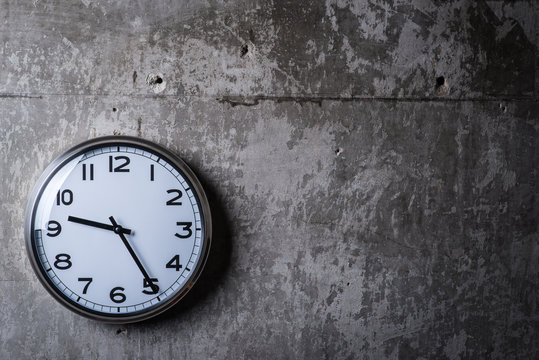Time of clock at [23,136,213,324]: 9:24
